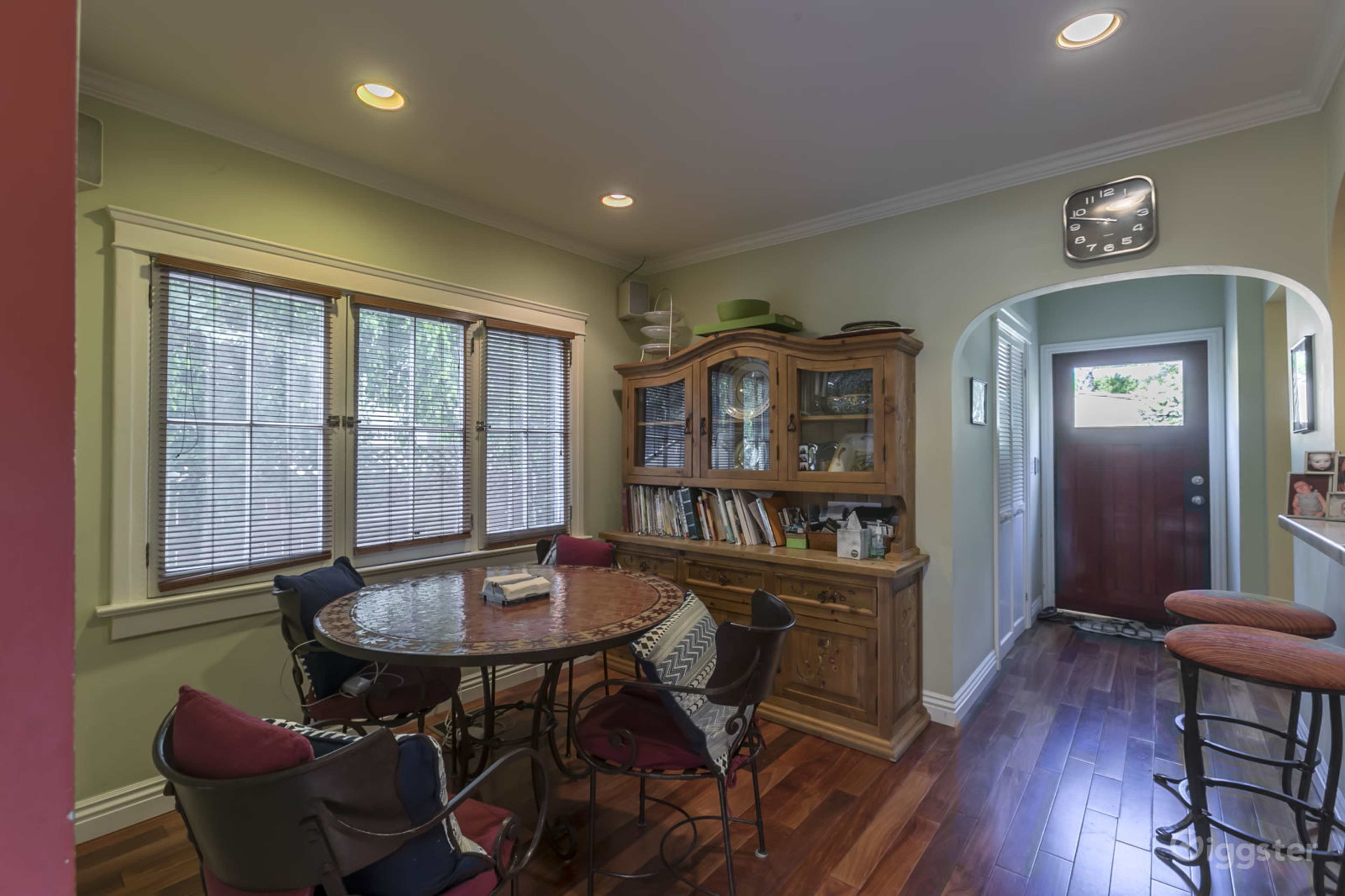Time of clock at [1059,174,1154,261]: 9:48
